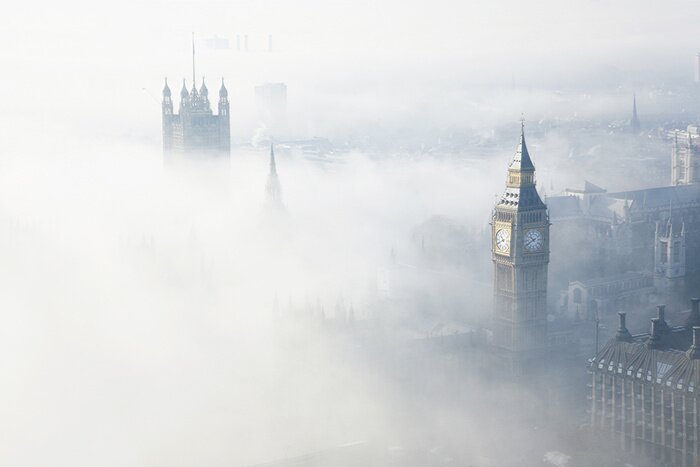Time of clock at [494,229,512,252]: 10:41
